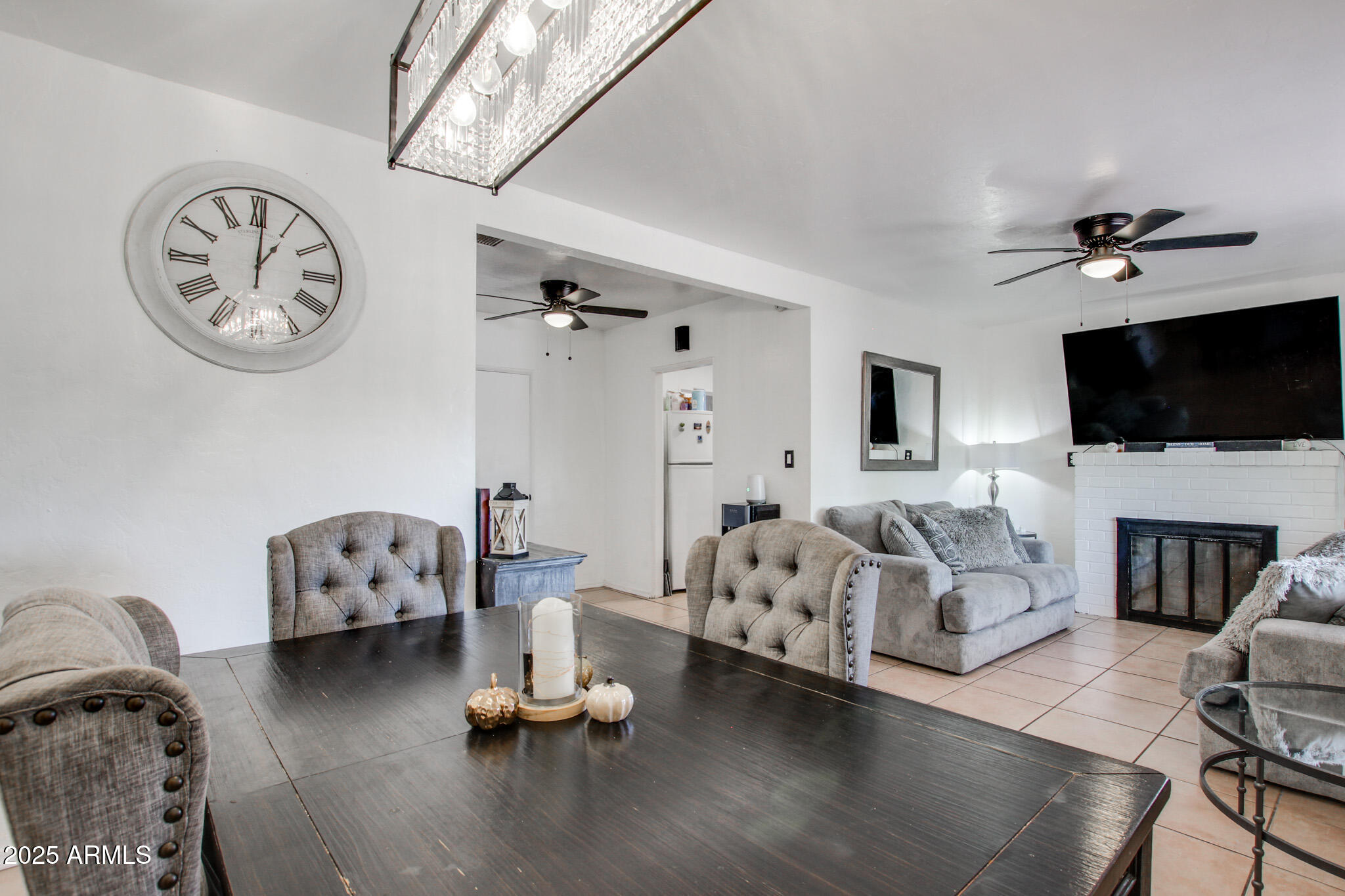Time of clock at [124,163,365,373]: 1:00
